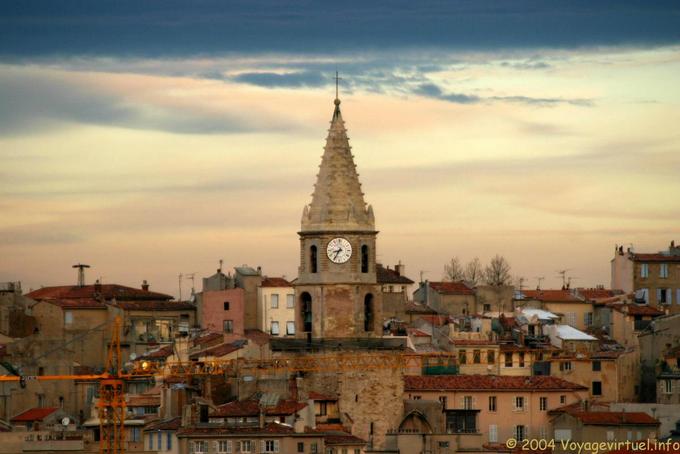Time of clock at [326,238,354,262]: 8:35
